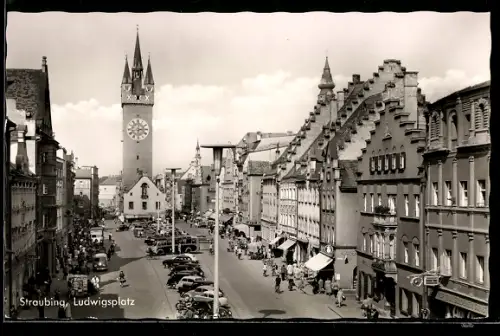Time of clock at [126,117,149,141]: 6:14
